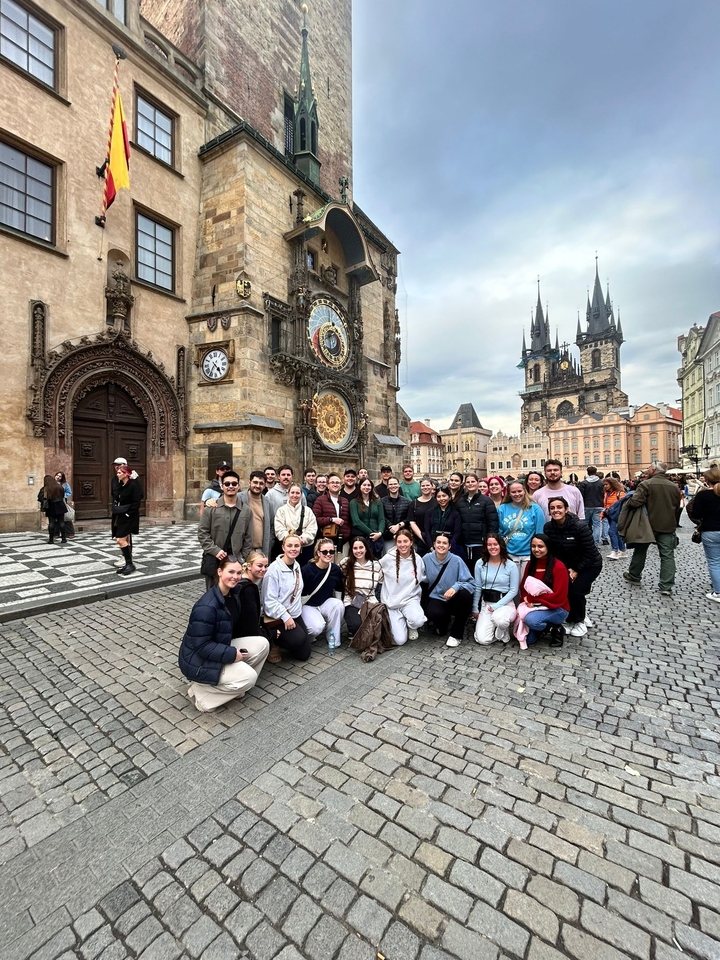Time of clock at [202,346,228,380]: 4:35
